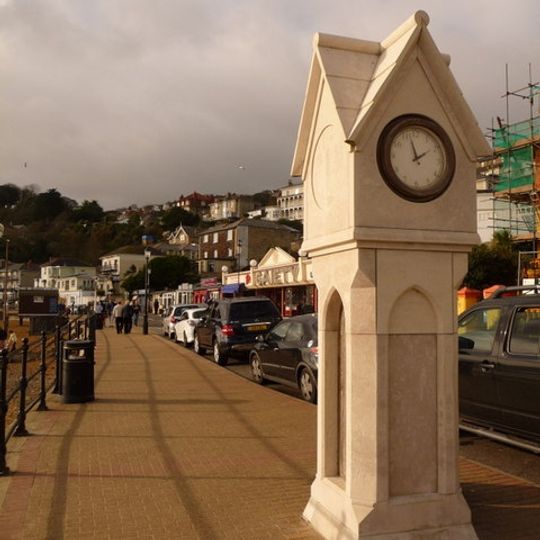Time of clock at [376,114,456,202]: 1:57
